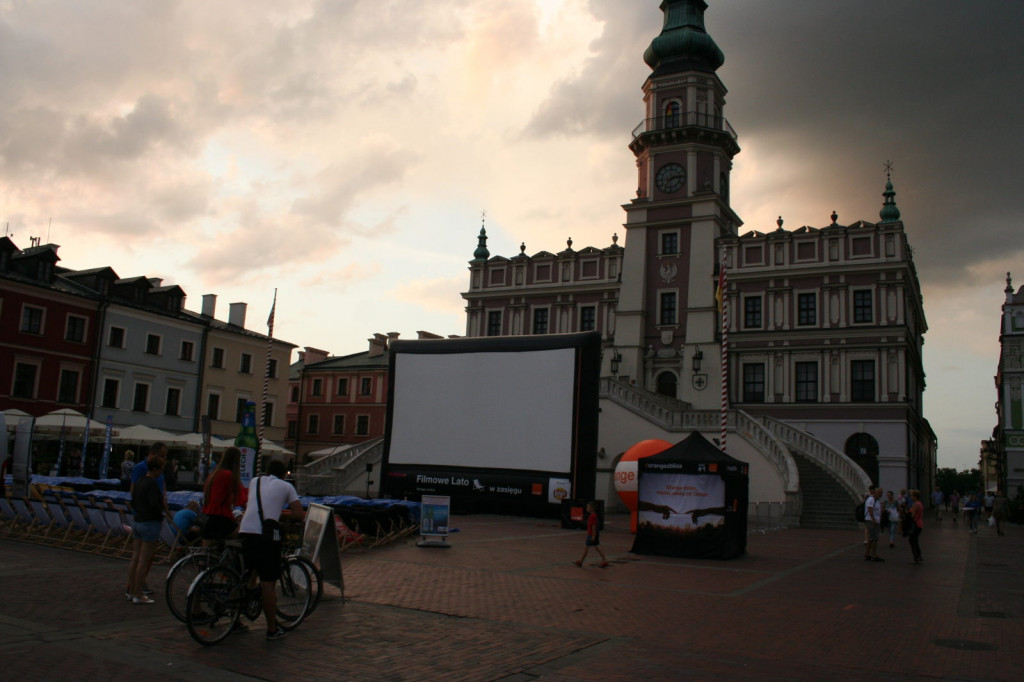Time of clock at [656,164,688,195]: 7:13
